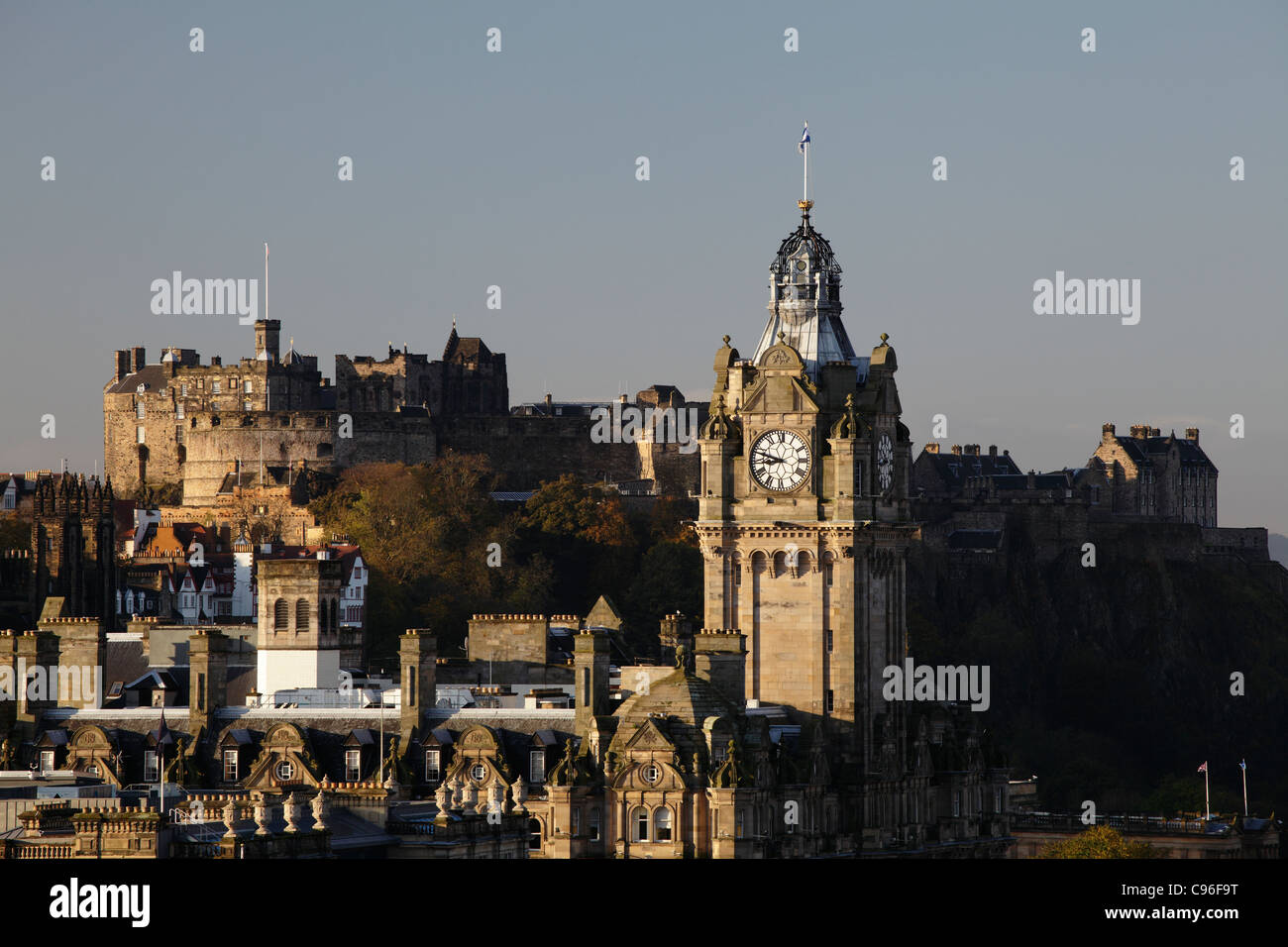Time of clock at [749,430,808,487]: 8:47
